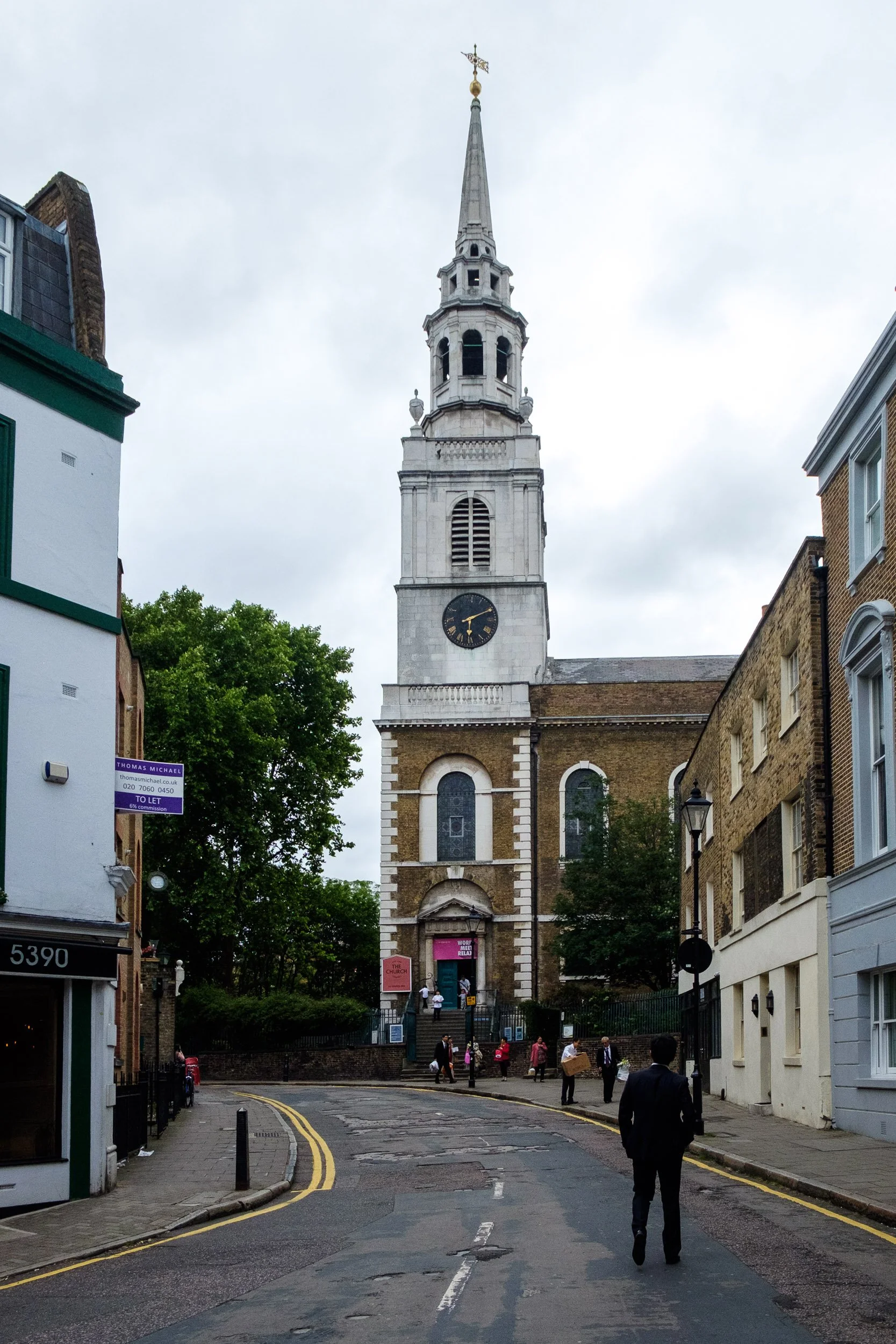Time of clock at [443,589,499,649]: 6:10
